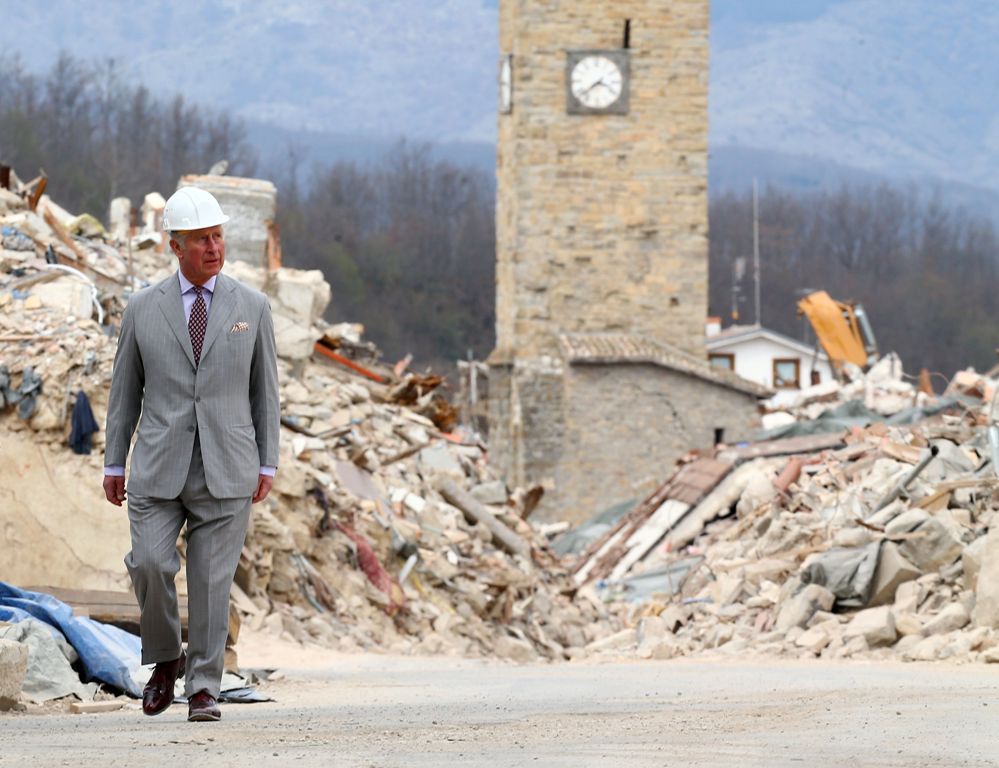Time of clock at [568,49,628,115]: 3:38
